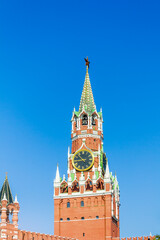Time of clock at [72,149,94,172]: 8:52
